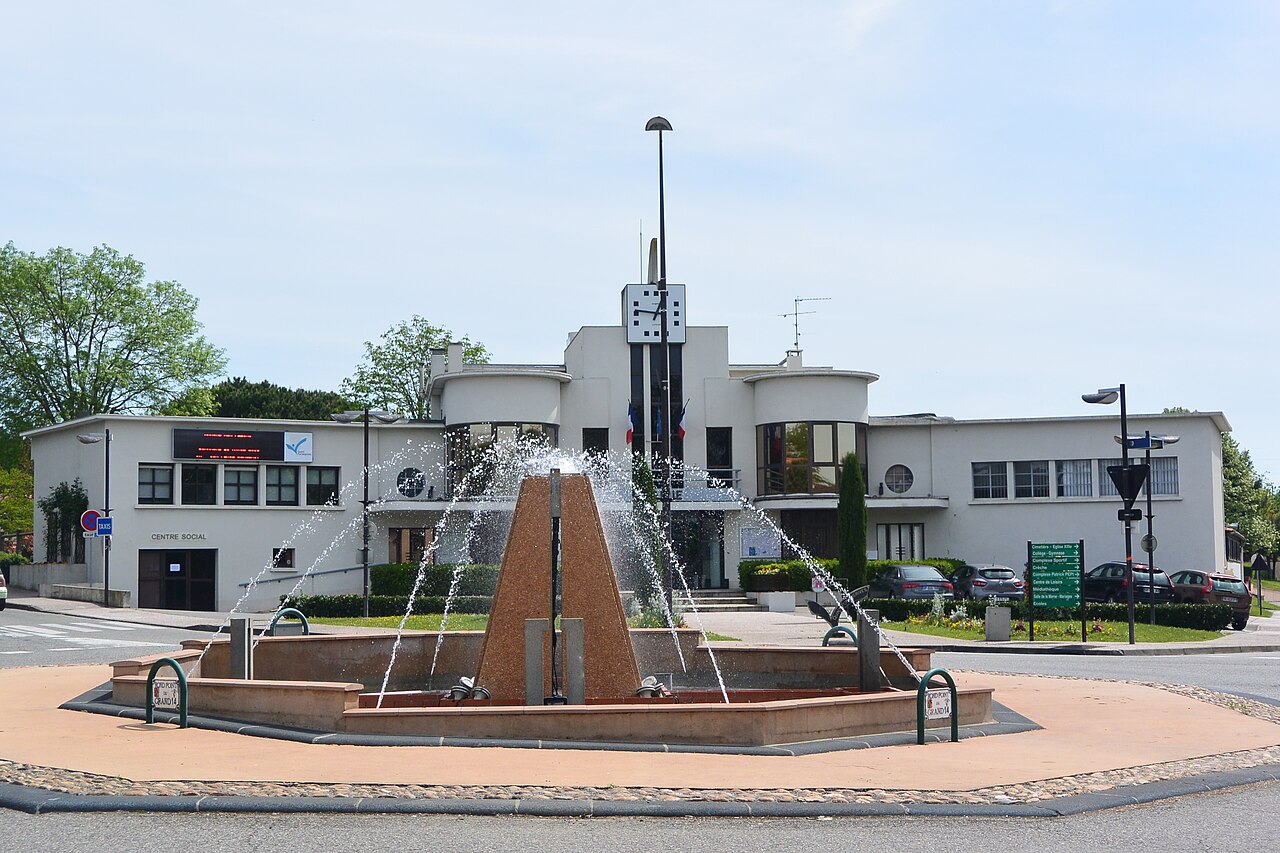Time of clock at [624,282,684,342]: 12:46
